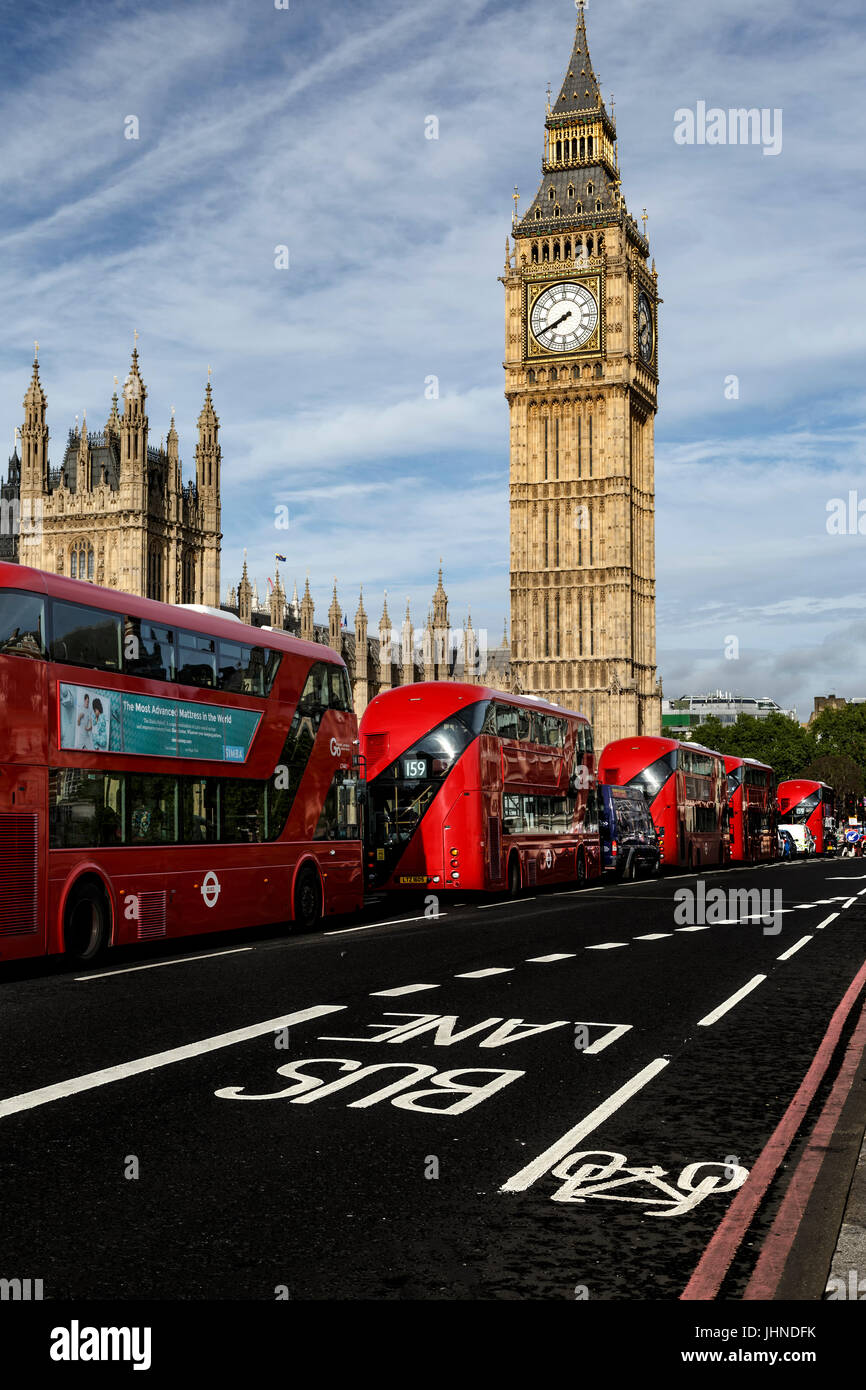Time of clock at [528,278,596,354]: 7:40
